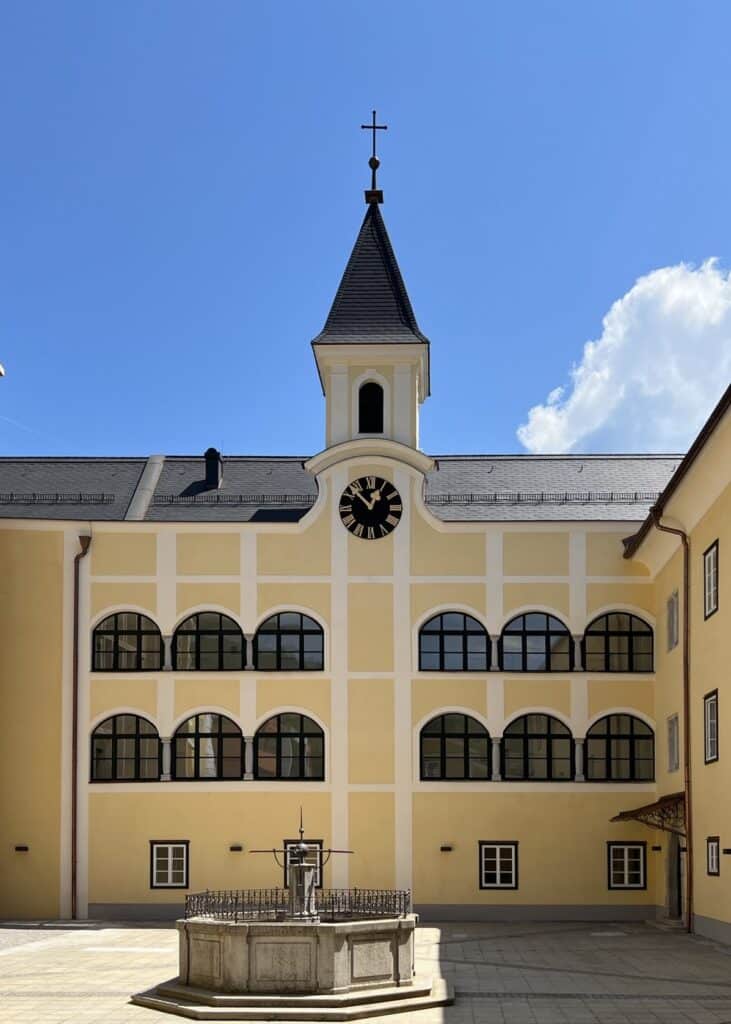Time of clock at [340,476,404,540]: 12:52
